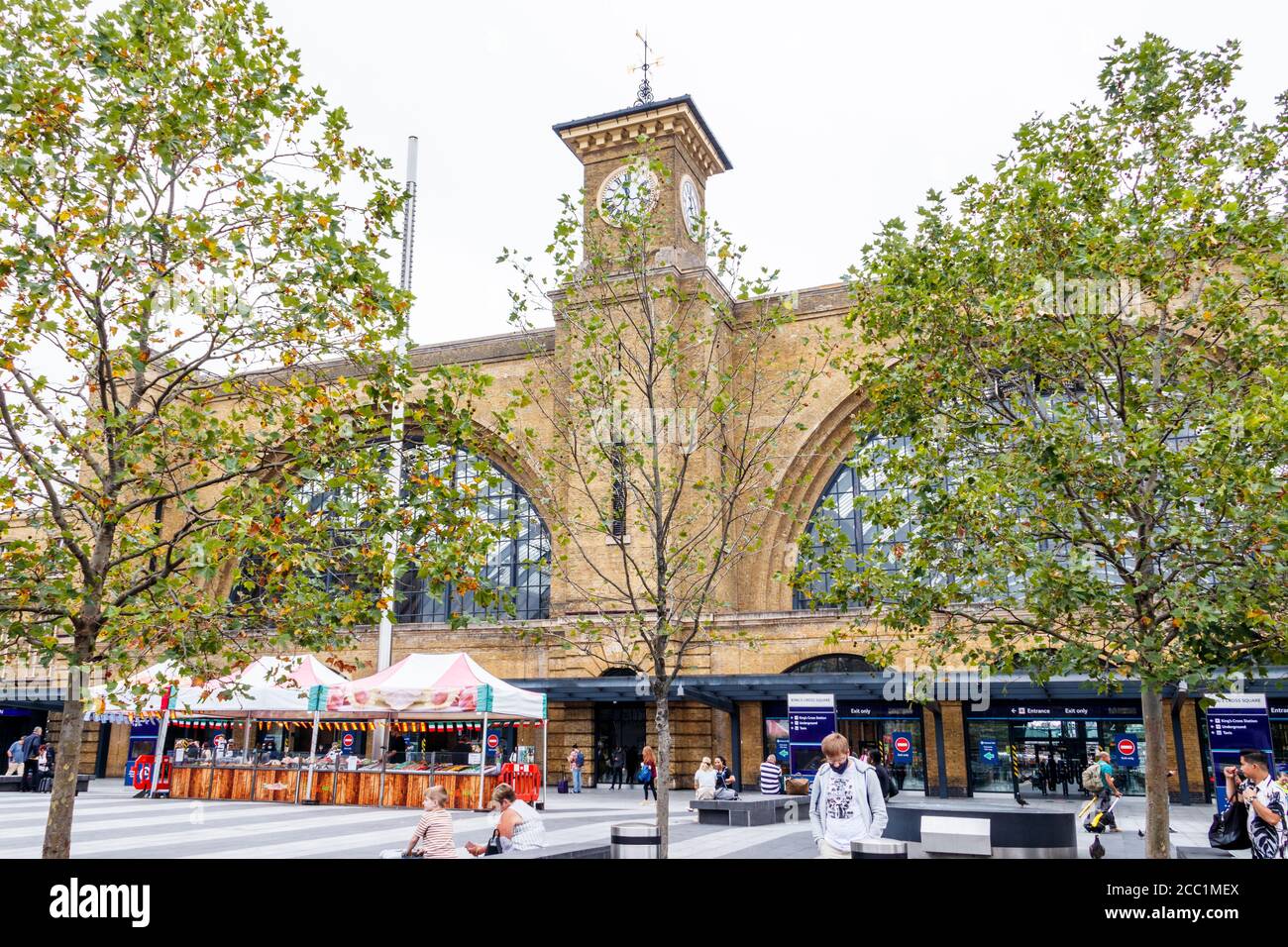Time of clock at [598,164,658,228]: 9:32
